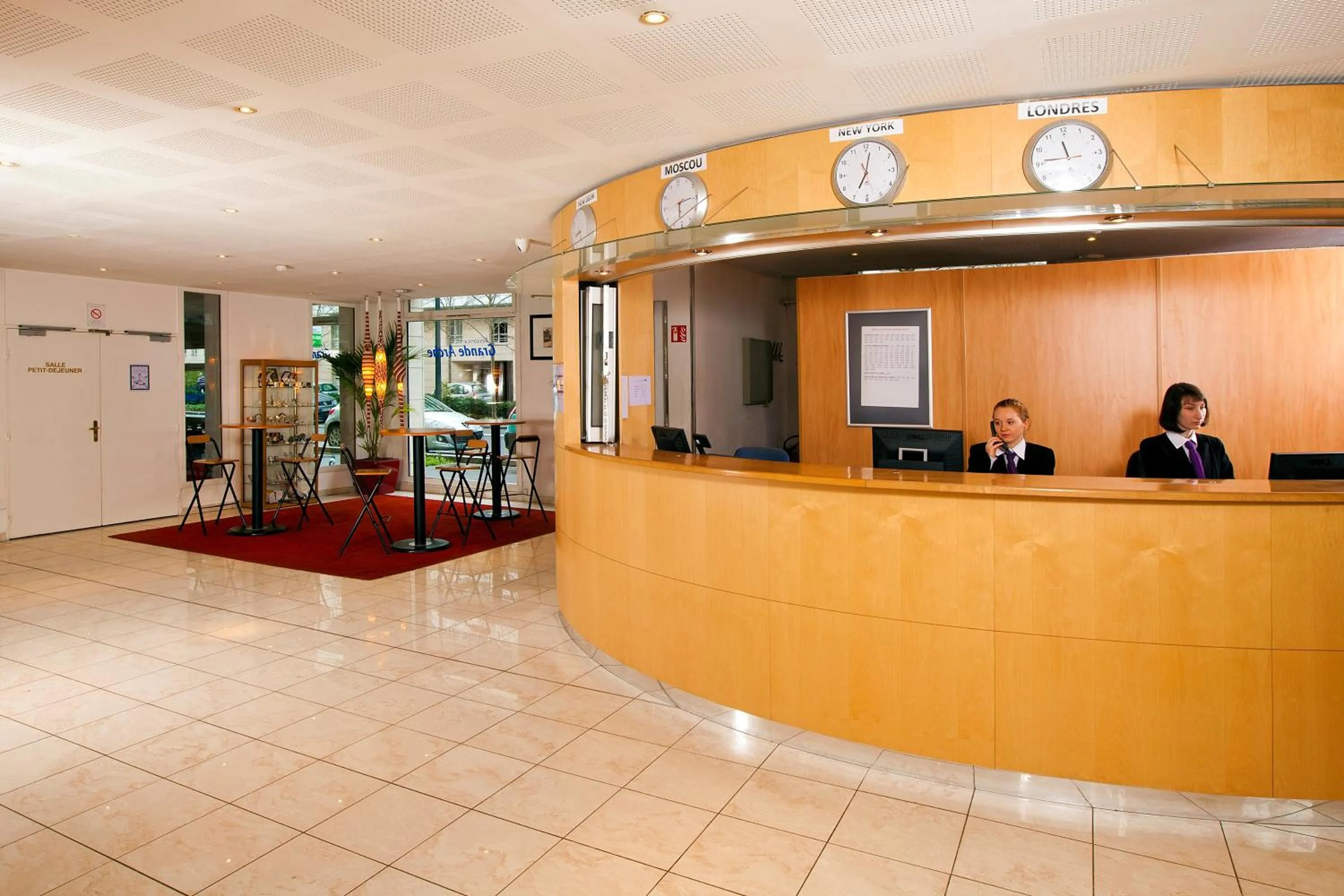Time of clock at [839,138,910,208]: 7:01
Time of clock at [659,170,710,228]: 6:14
